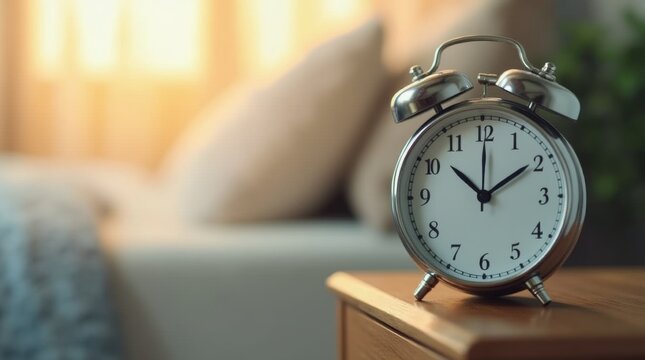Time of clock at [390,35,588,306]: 10:09
